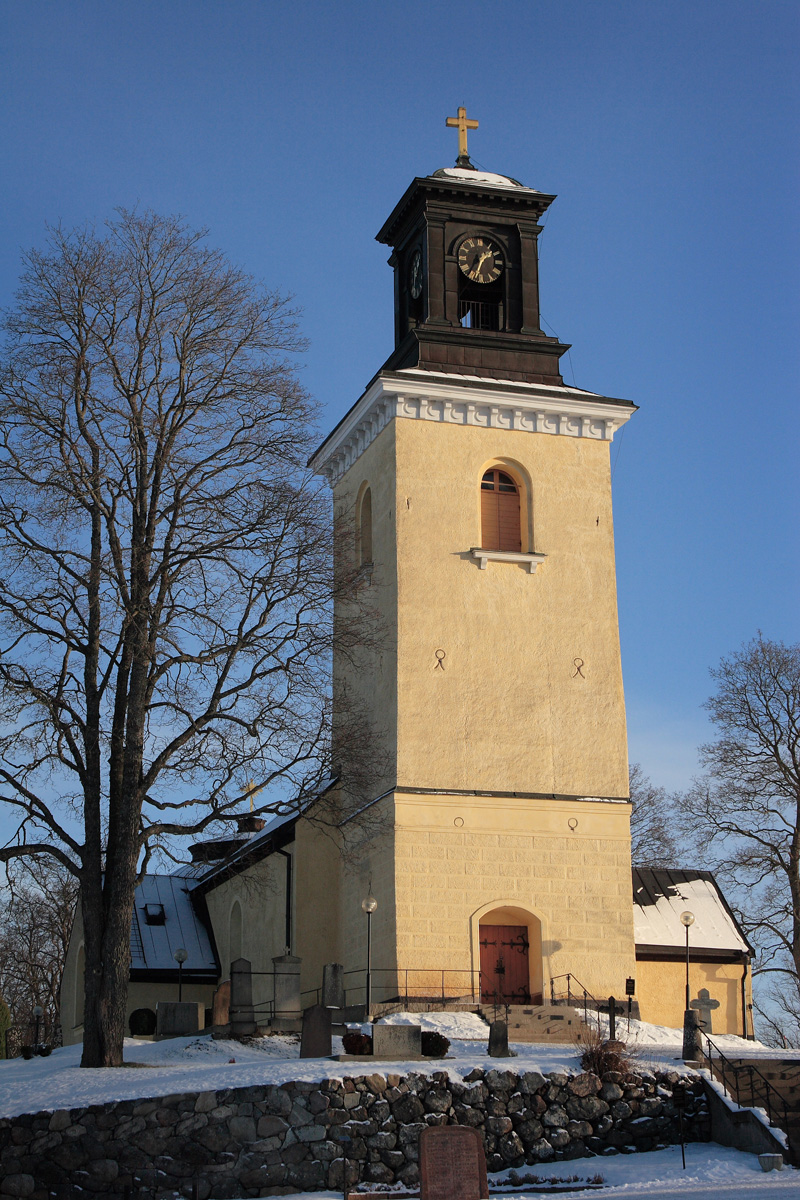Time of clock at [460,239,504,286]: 1:33
